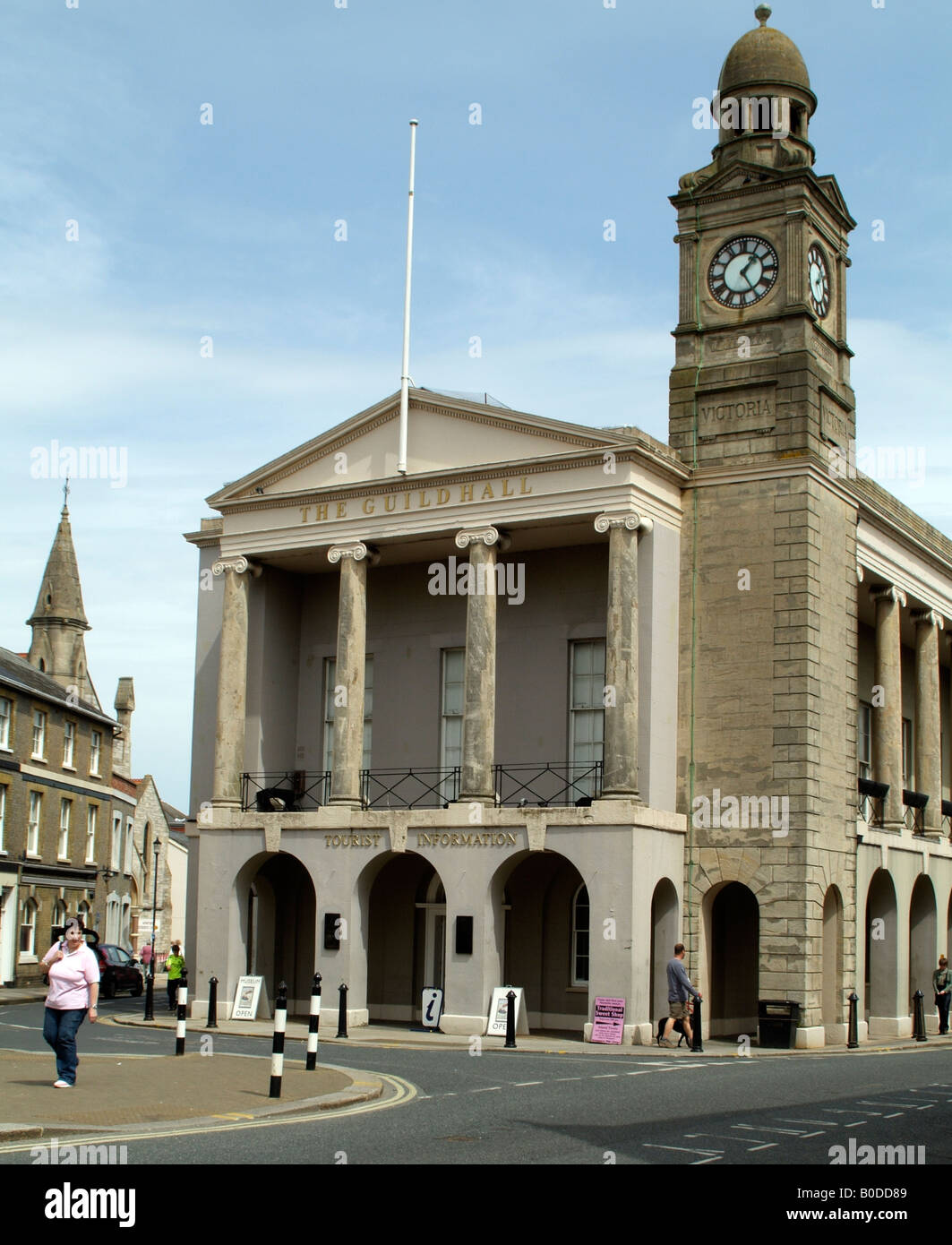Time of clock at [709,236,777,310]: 1:24
